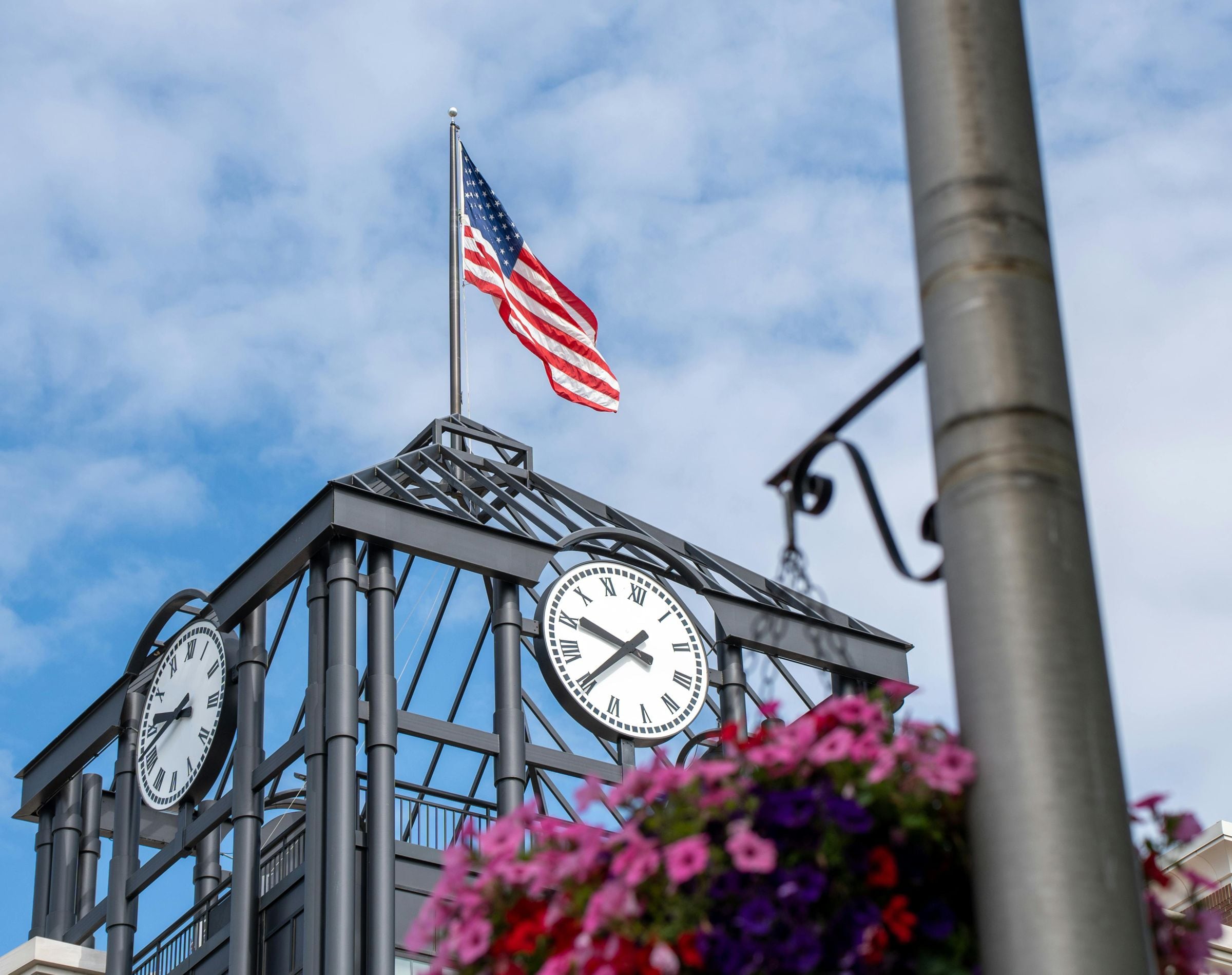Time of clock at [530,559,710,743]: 9:35
